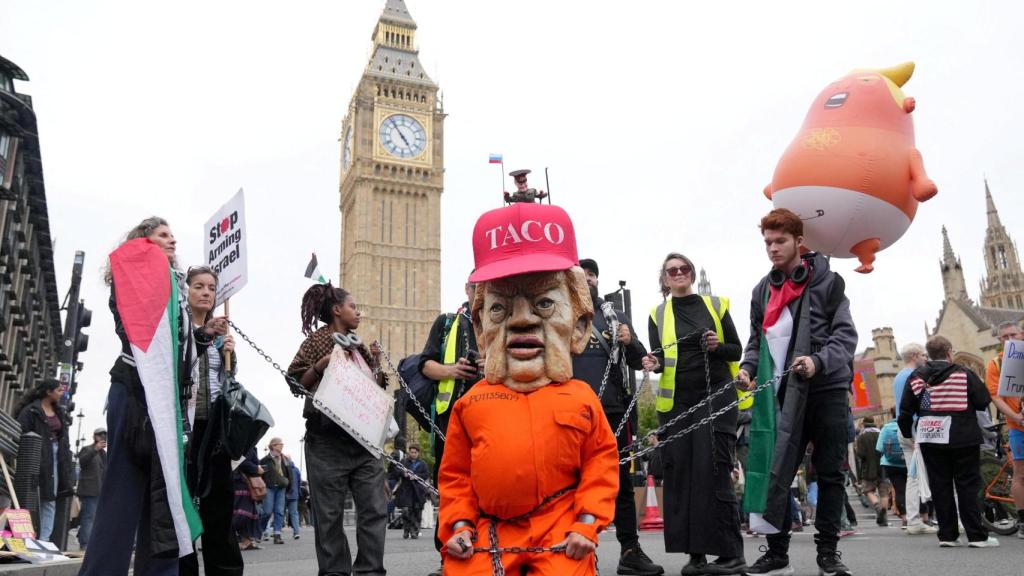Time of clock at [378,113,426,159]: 4:53
